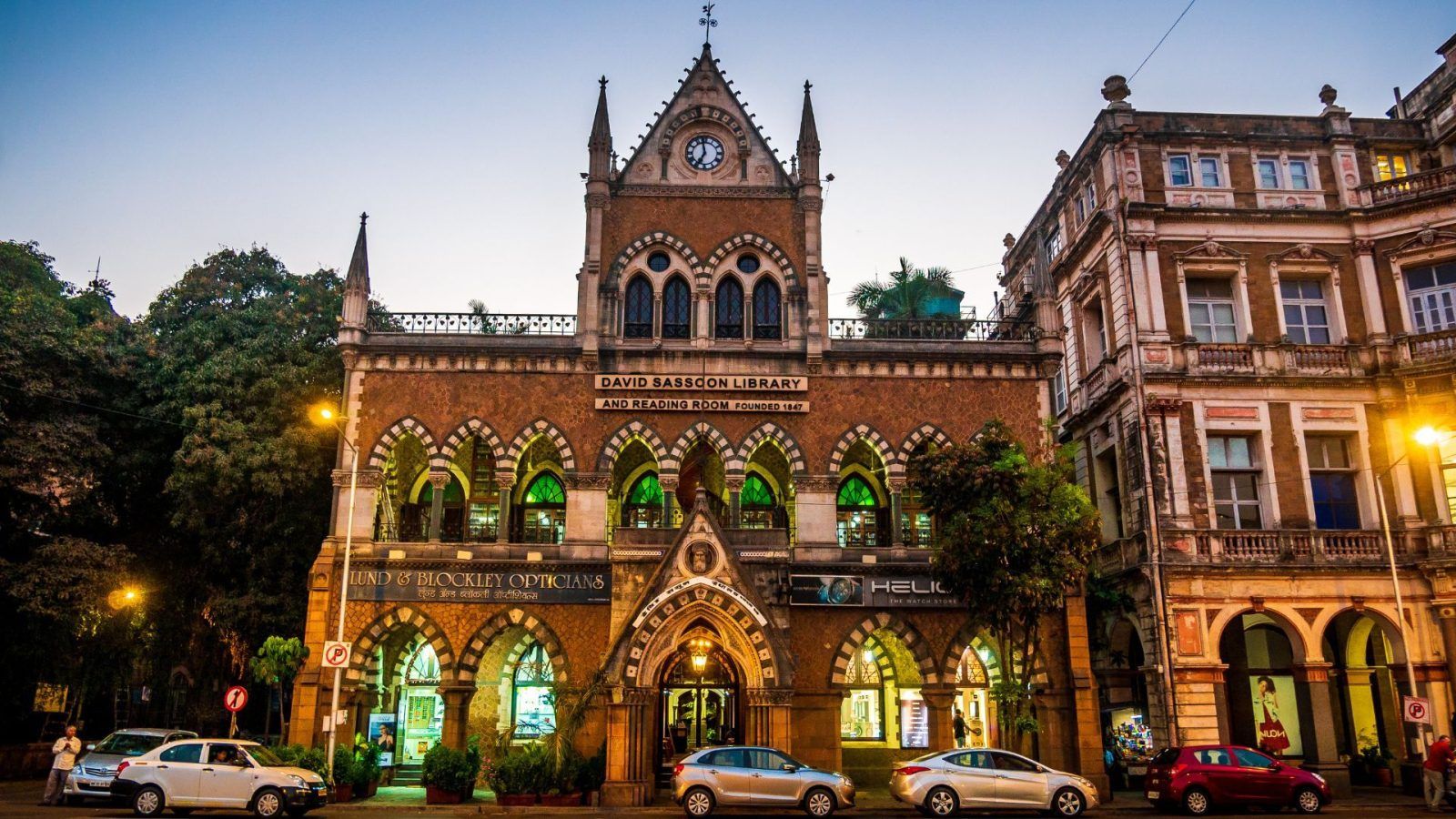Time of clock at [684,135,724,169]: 6:58
